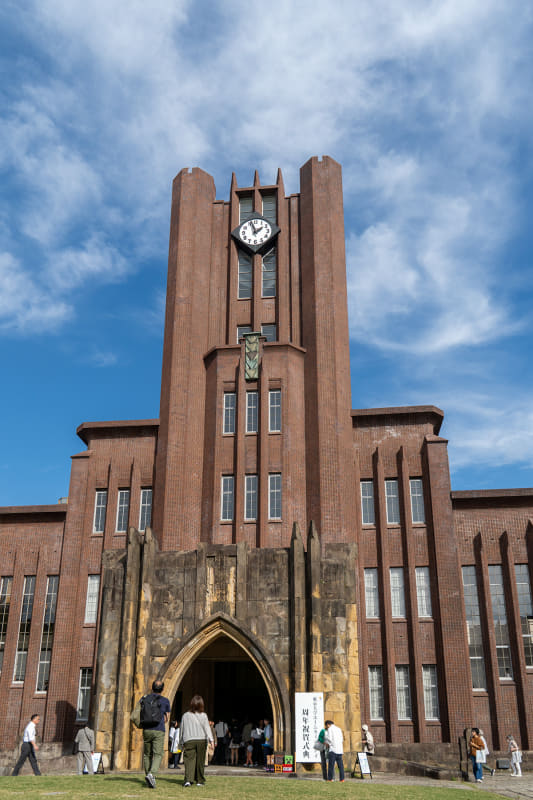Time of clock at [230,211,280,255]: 1:56
